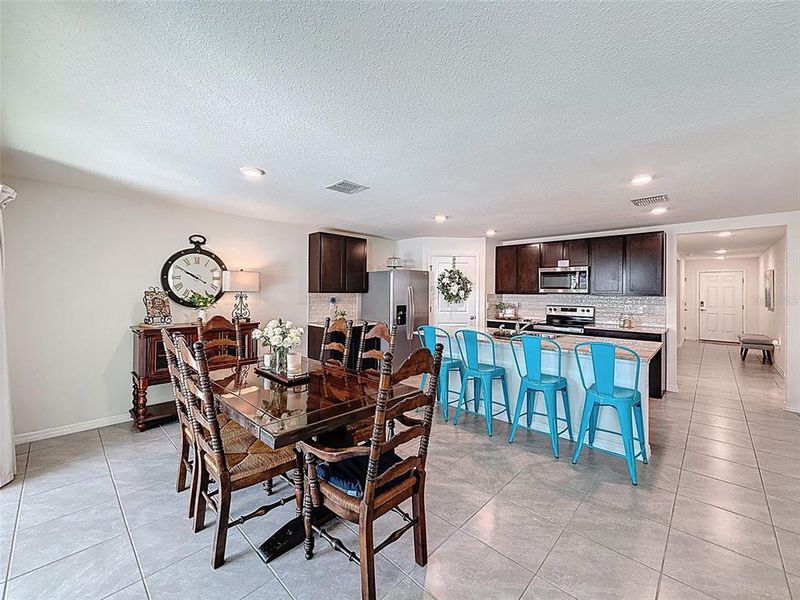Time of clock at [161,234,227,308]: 9:50
